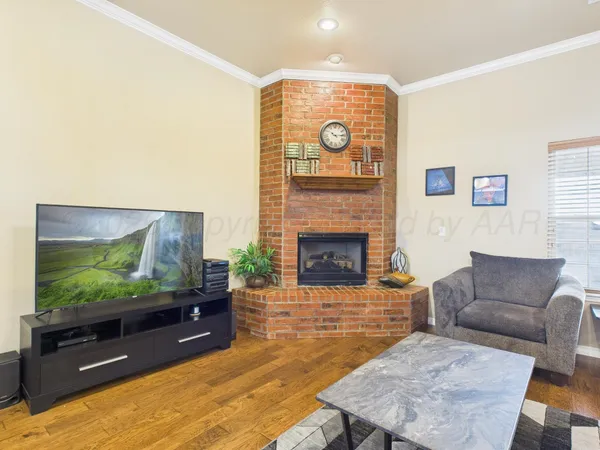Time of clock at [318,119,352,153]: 10:14
